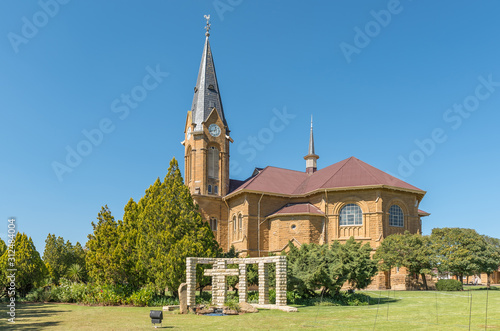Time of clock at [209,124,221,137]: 12:42
